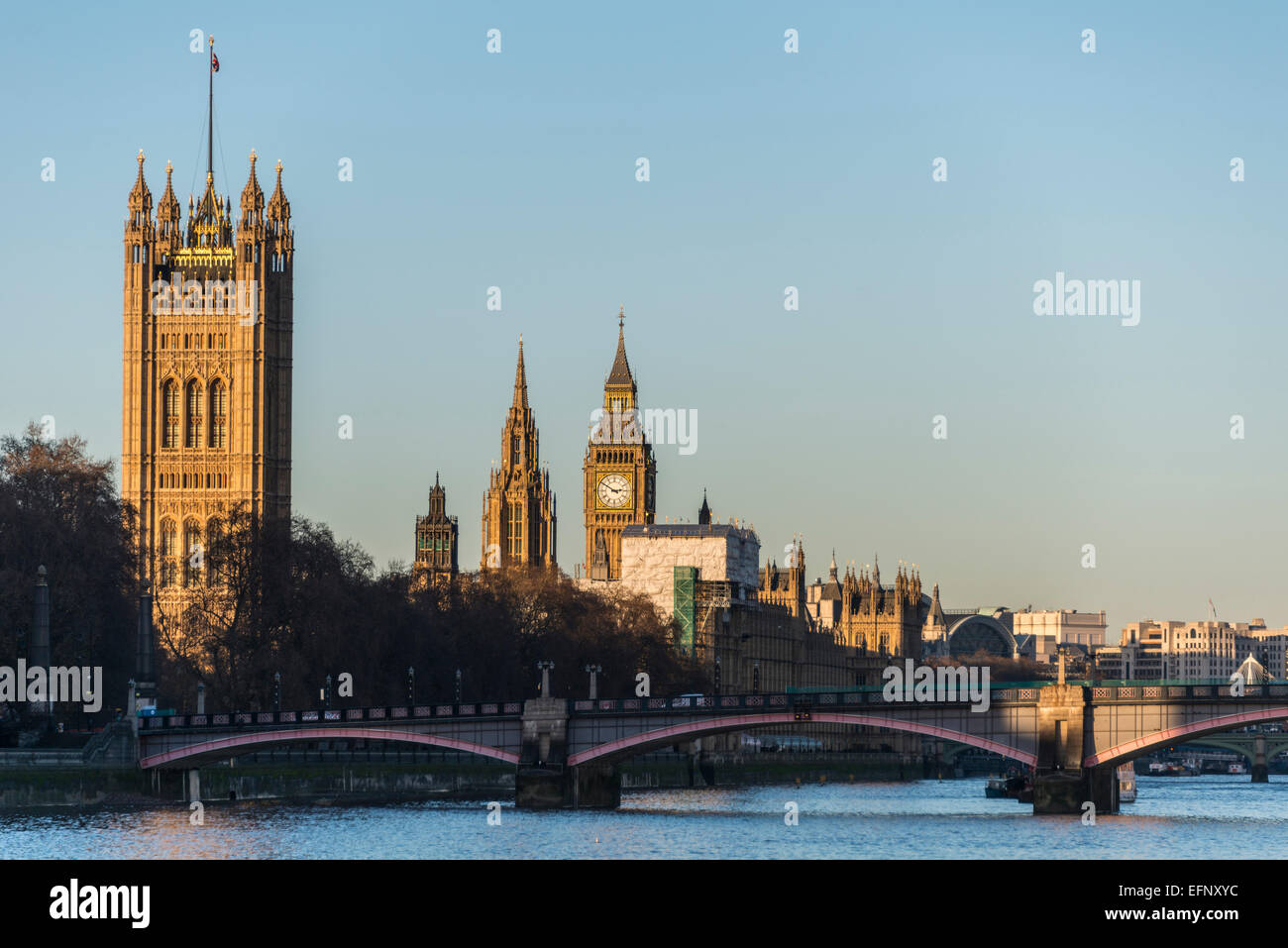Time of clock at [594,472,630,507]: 2:50
